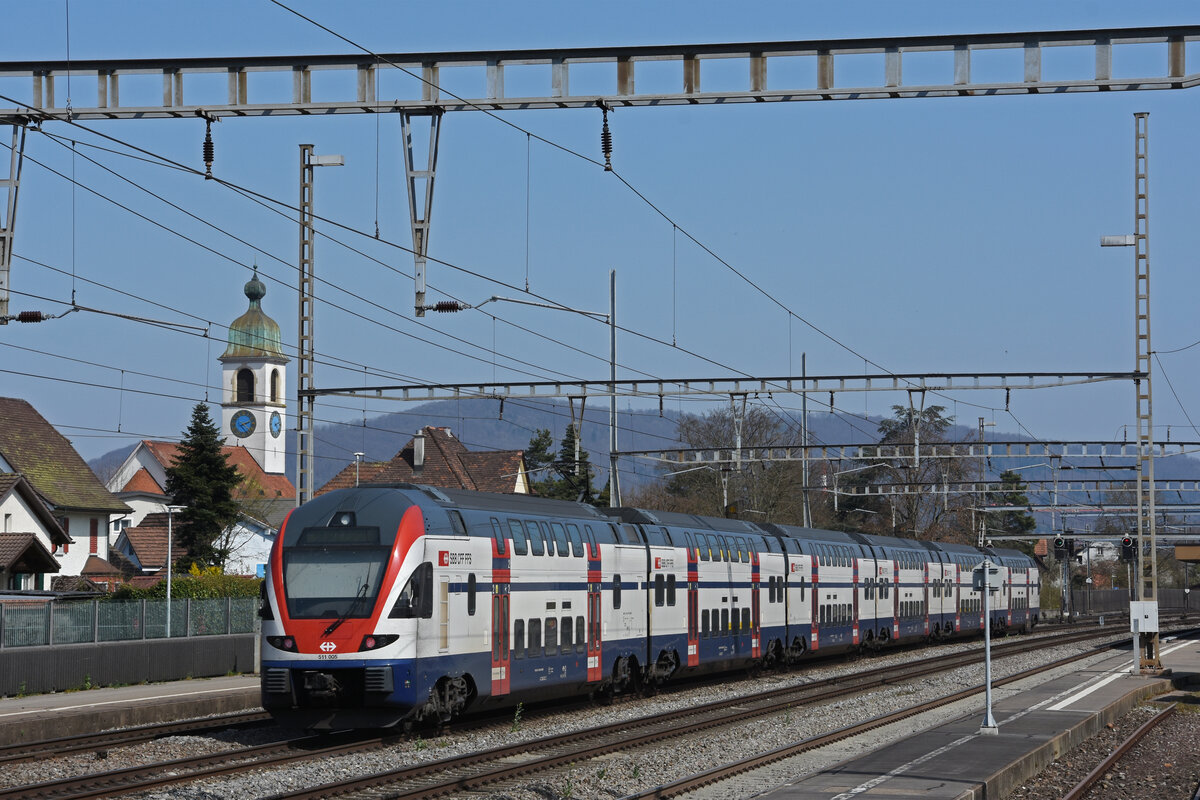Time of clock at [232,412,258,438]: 8:11
